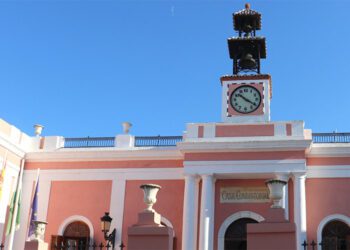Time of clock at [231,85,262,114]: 10:20
